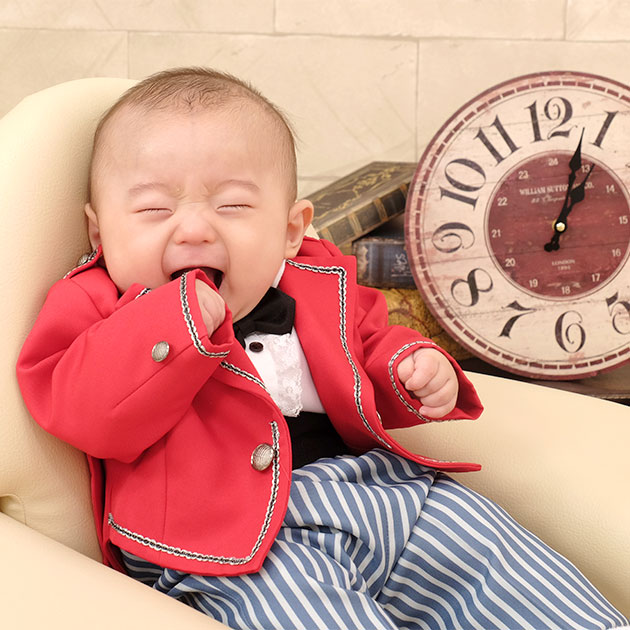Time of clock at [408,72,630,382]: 1:03
